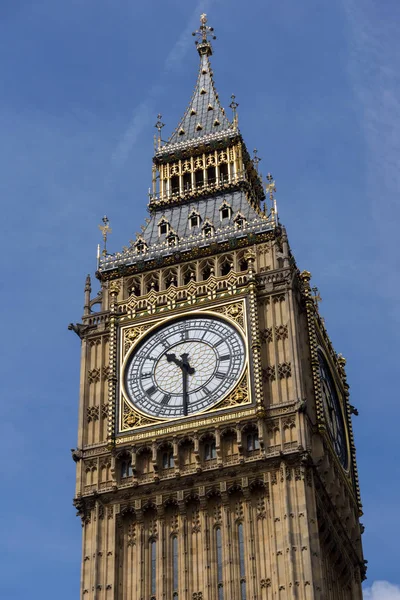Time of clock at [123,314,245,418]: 10:30
